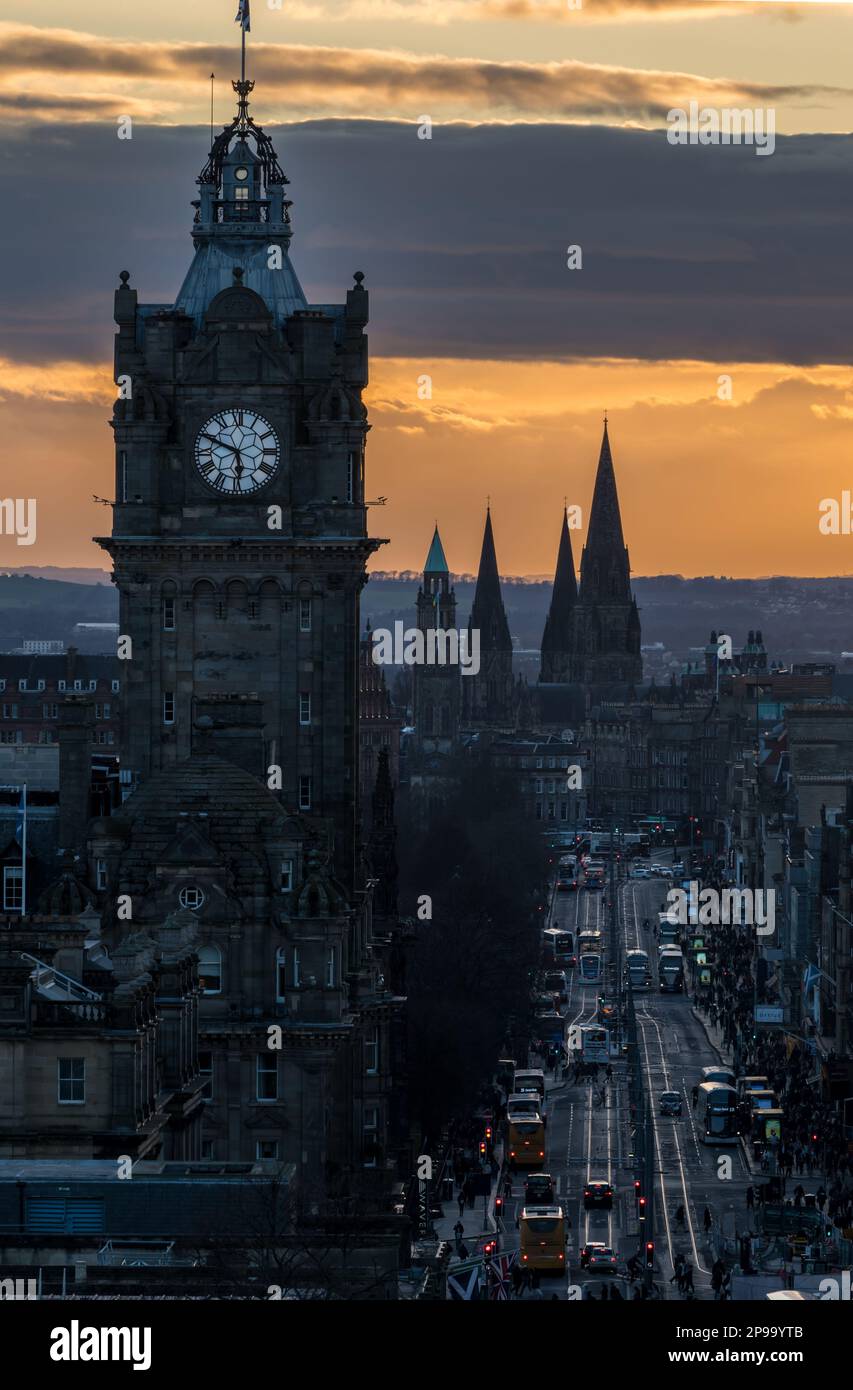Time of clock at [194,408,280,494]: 5:49
